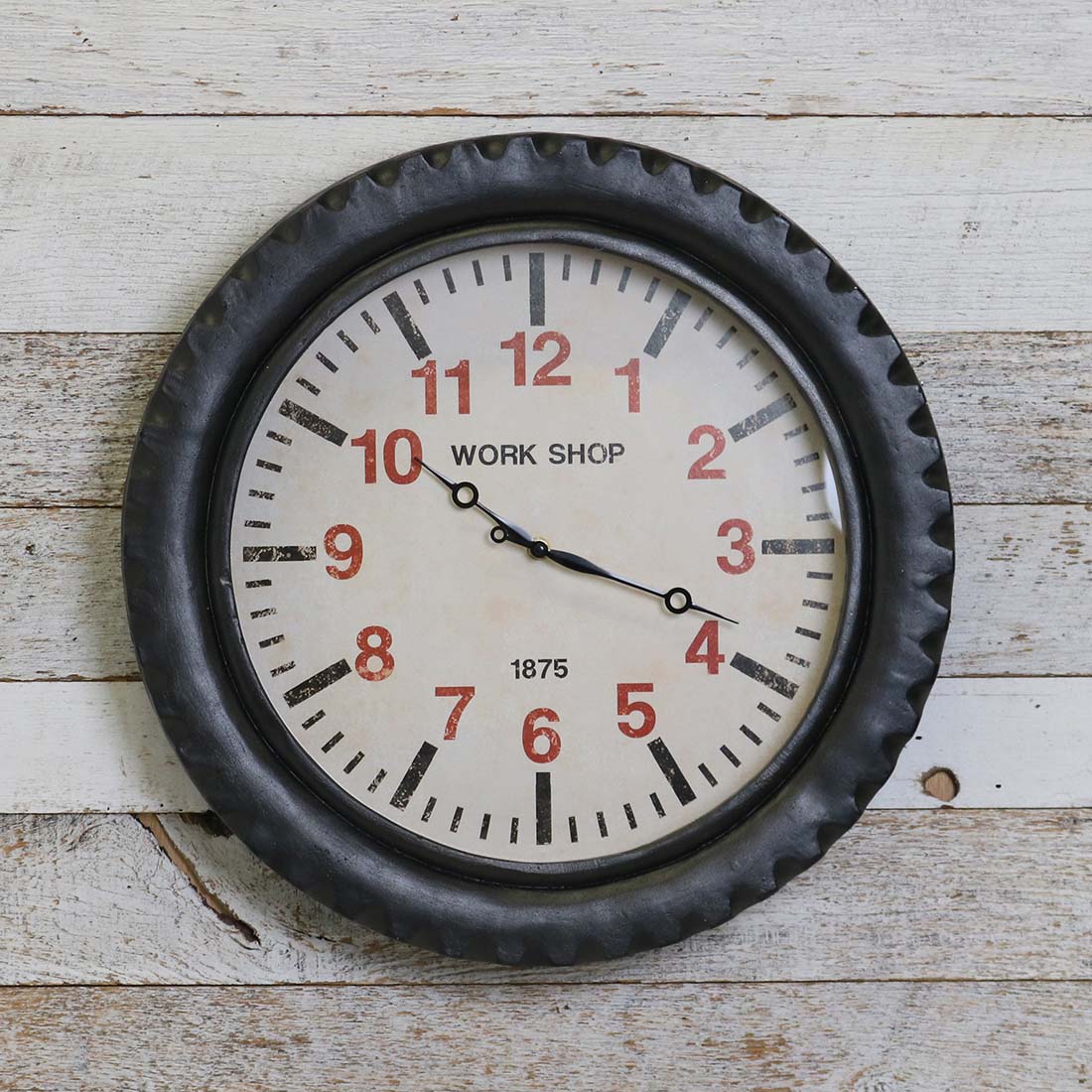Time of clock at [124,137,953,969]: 10:18
